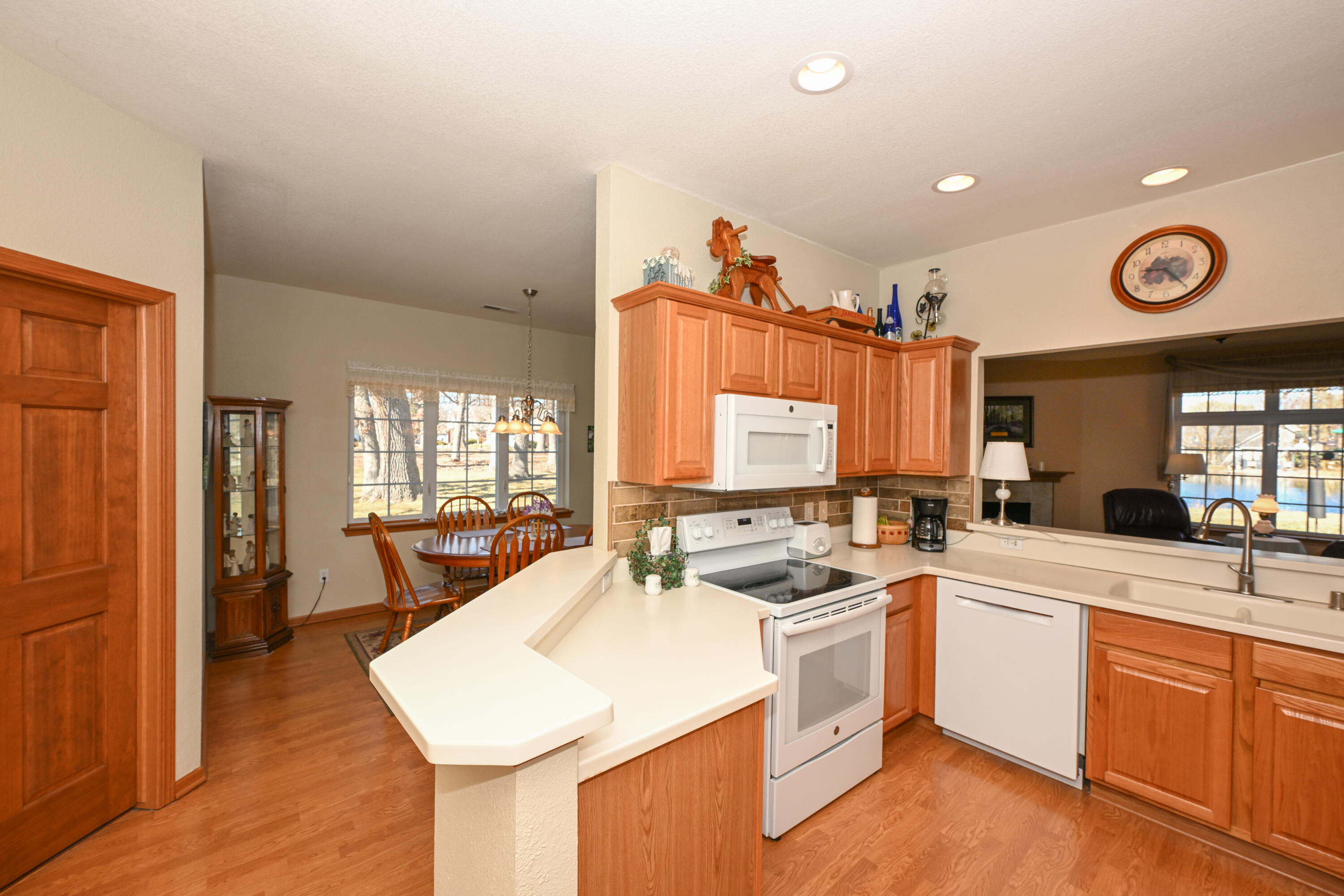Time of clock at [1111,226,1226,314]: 9:23
